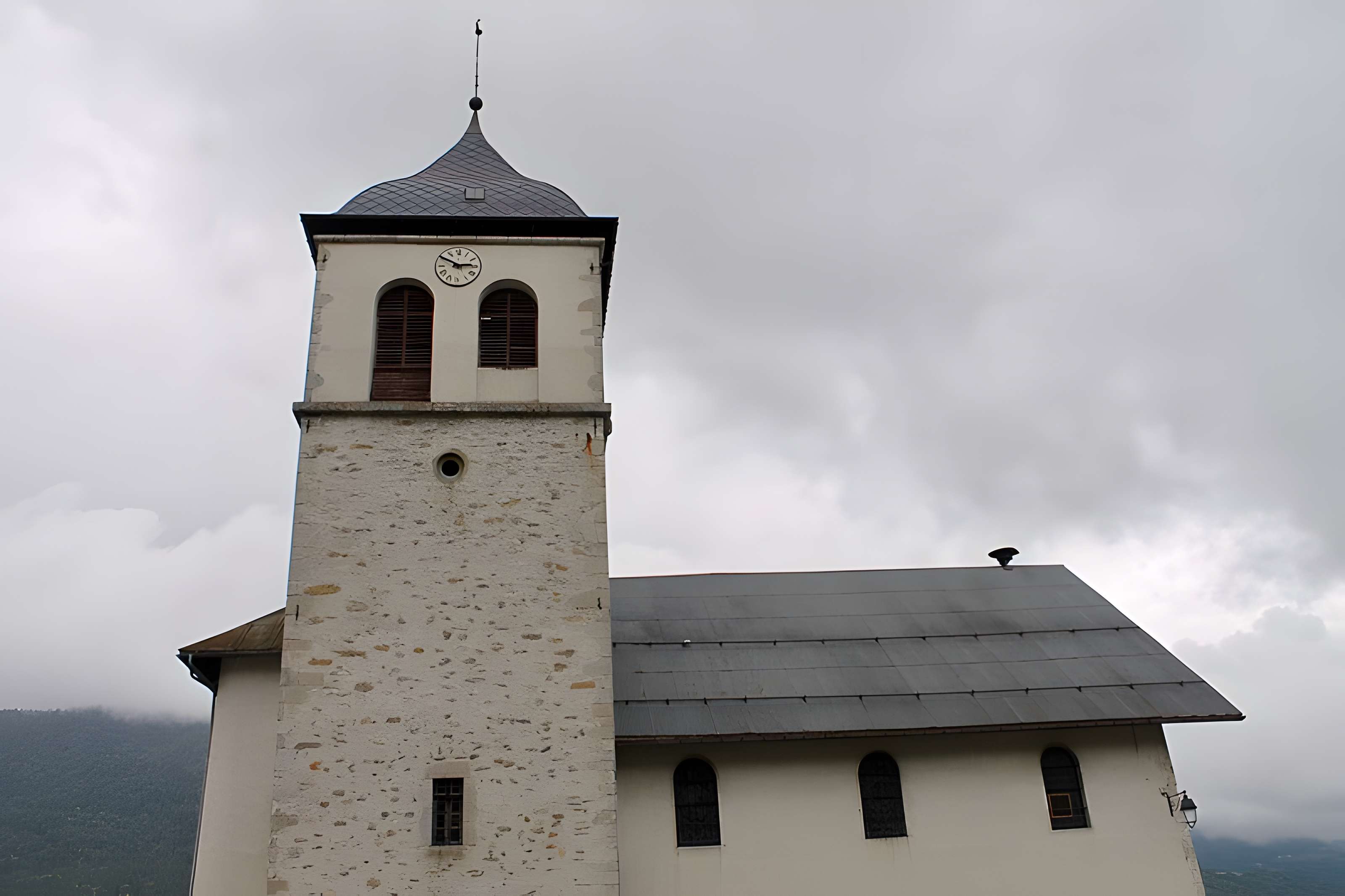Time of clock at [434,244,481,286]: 2:50
